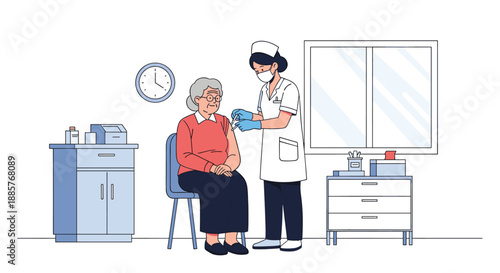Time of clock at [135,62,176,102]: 4:00
